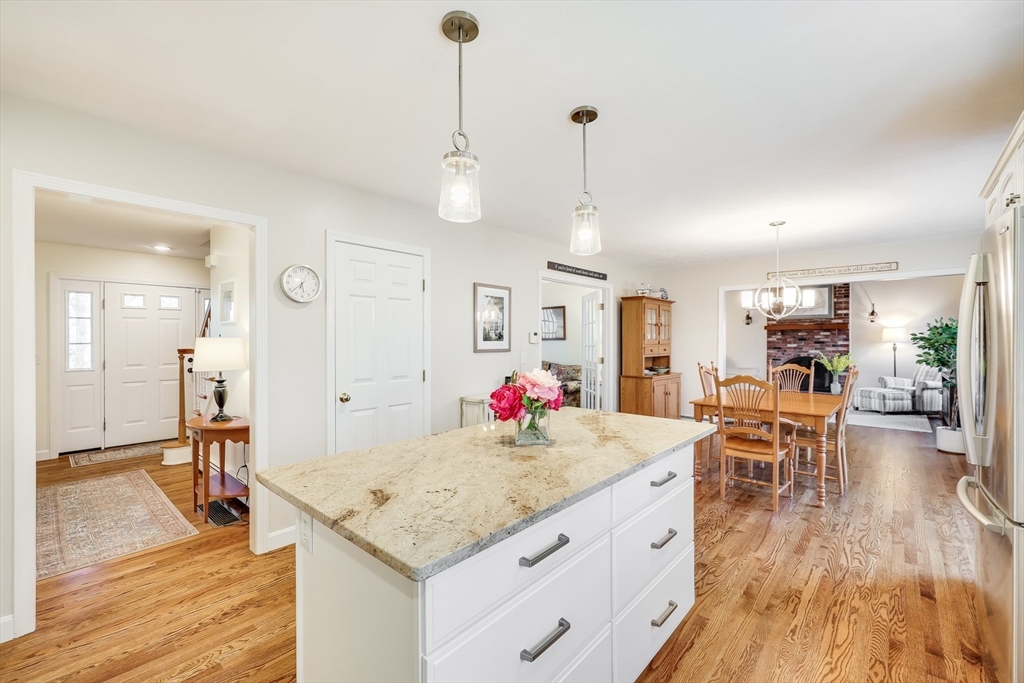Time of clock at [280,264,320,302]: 5:38
